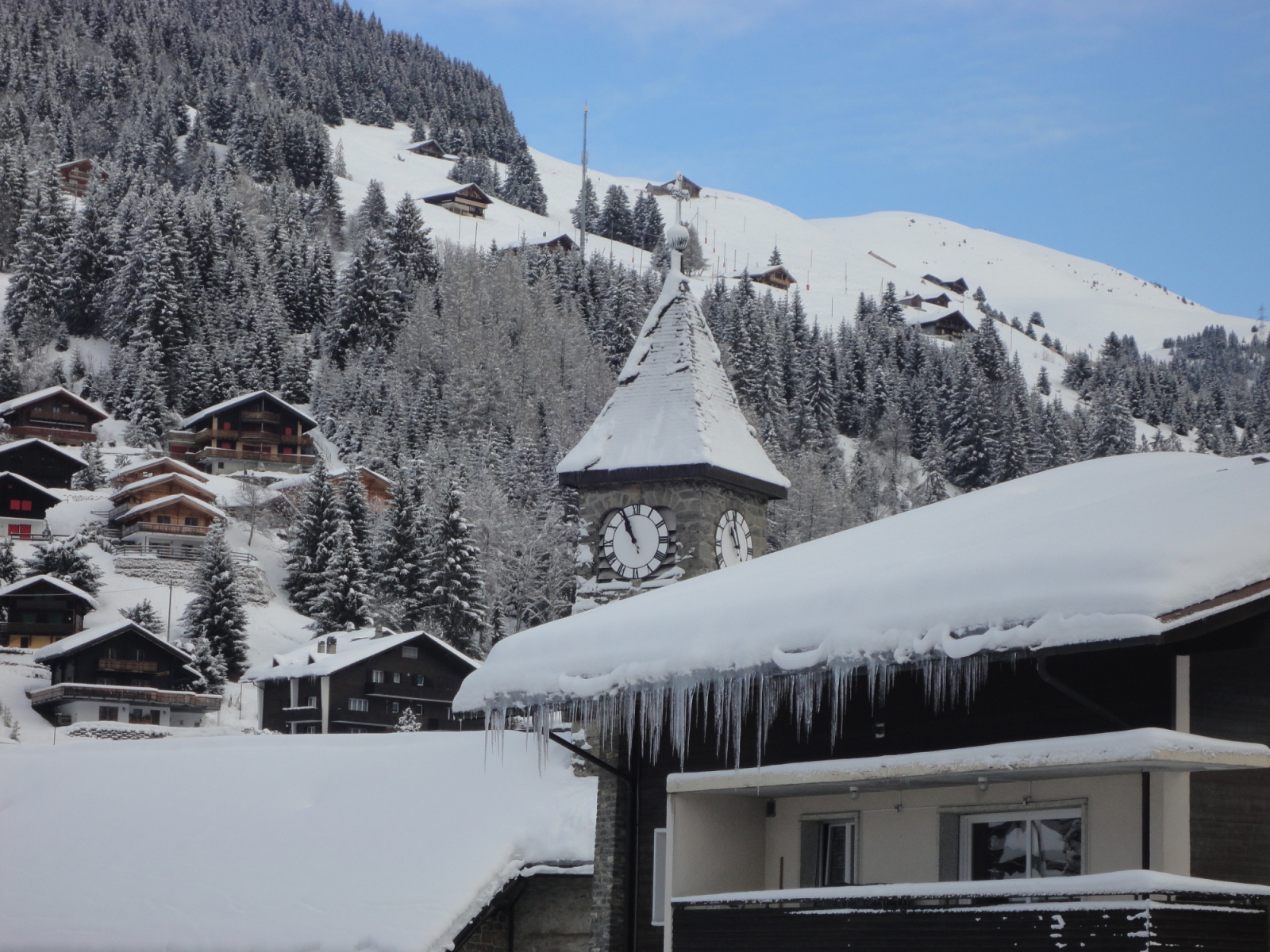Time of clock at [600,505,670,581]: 10:55
